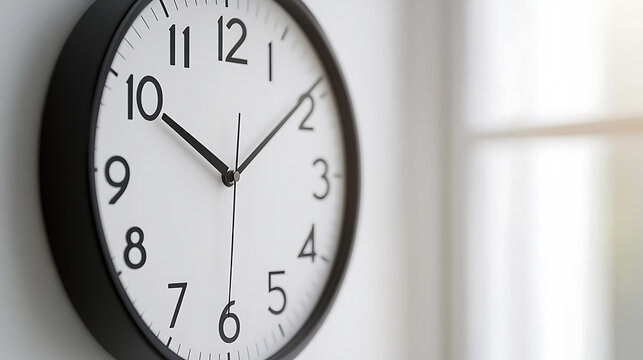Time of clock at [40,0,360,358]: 10:08
